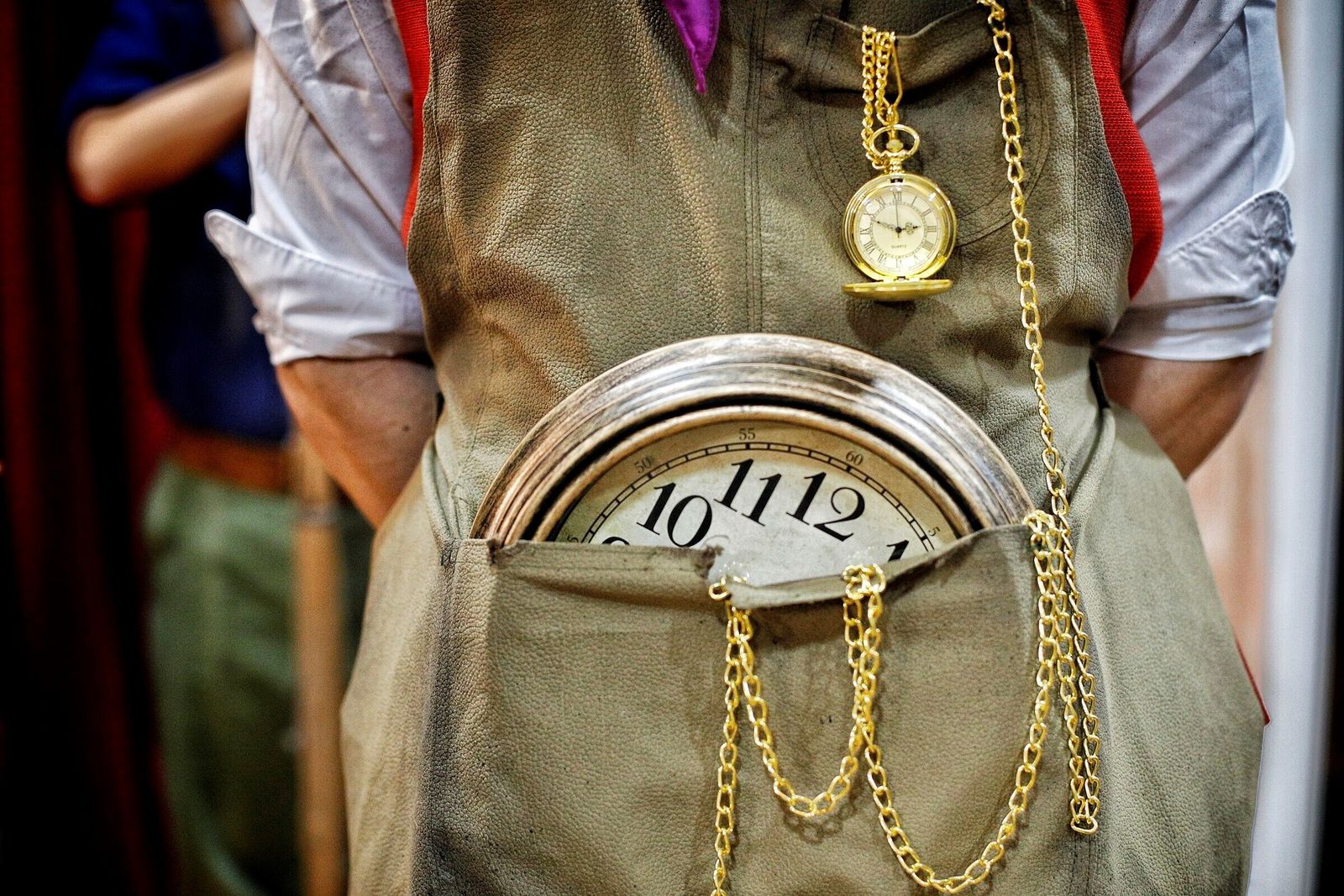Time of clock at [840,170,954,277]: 2:48
